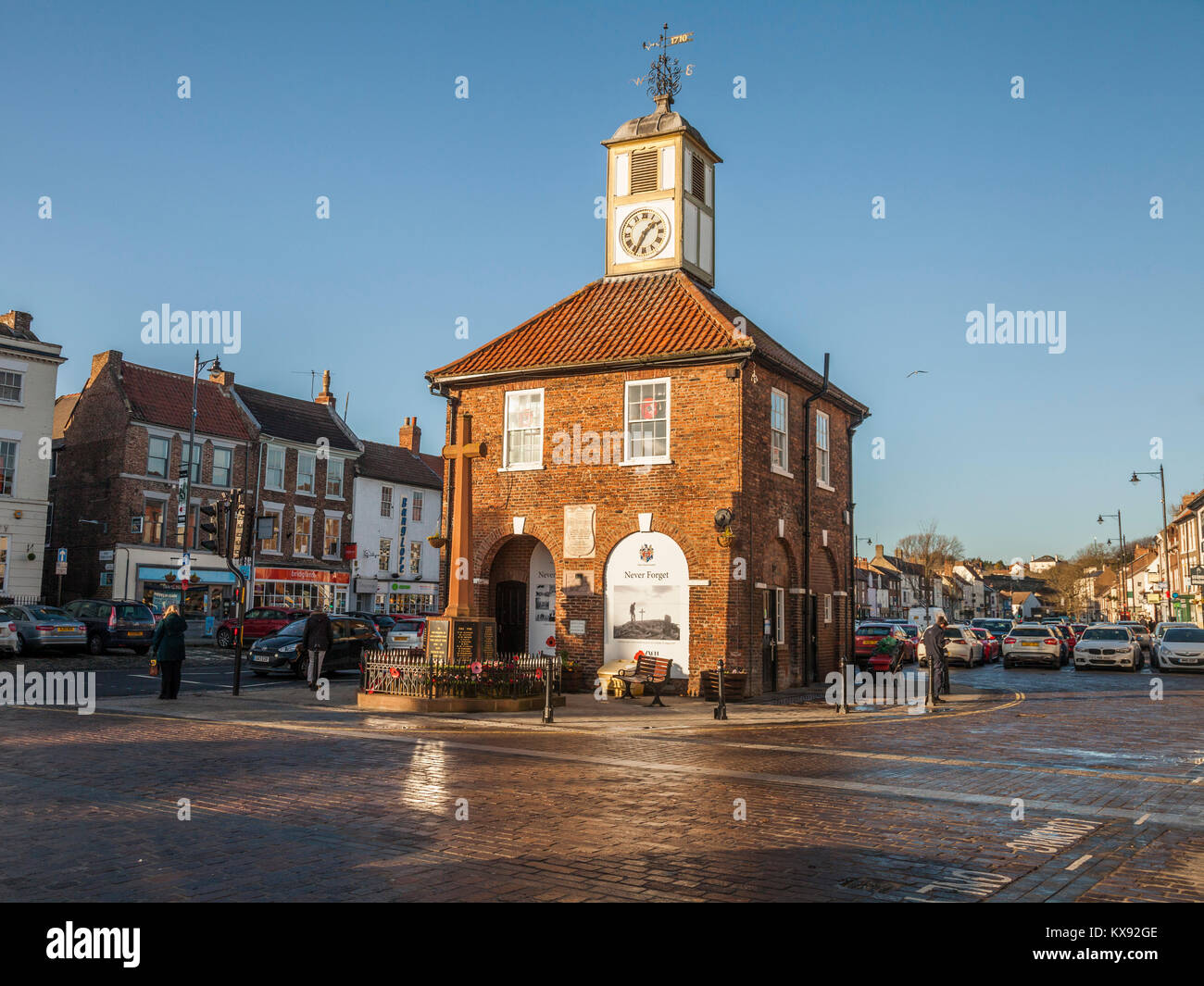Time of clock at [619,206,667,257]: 1:34
